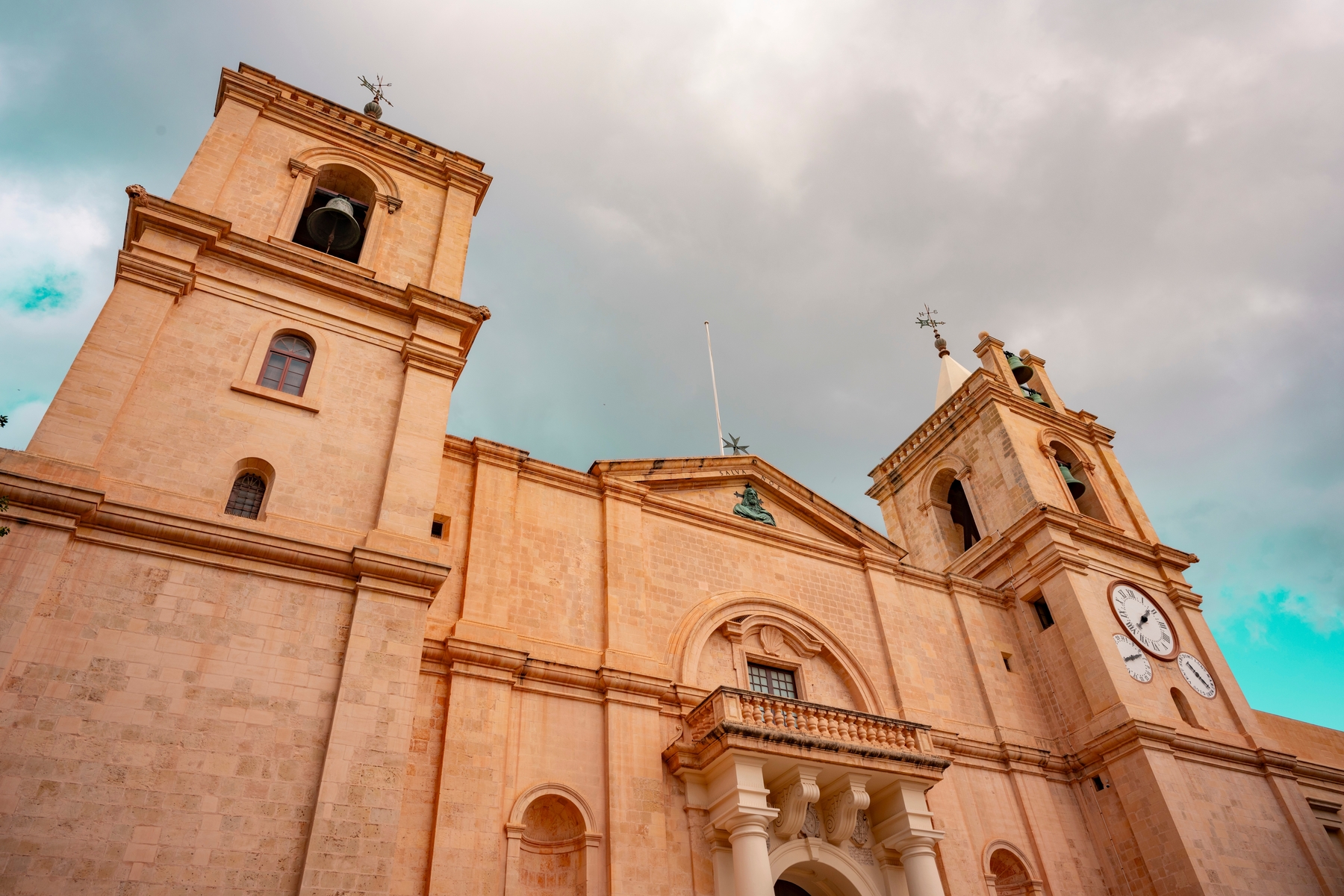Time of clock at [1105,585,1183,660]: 1:38
